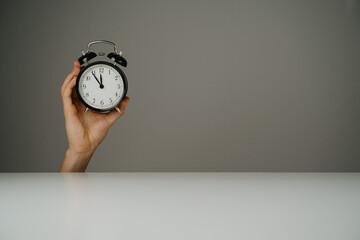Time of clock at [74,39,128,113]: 11:53
